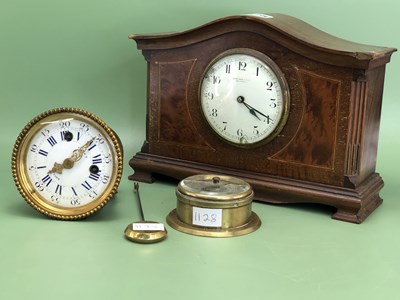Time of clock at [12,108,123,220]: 8:08
